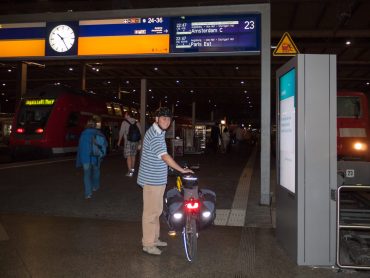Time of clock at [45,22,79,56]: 10:24
